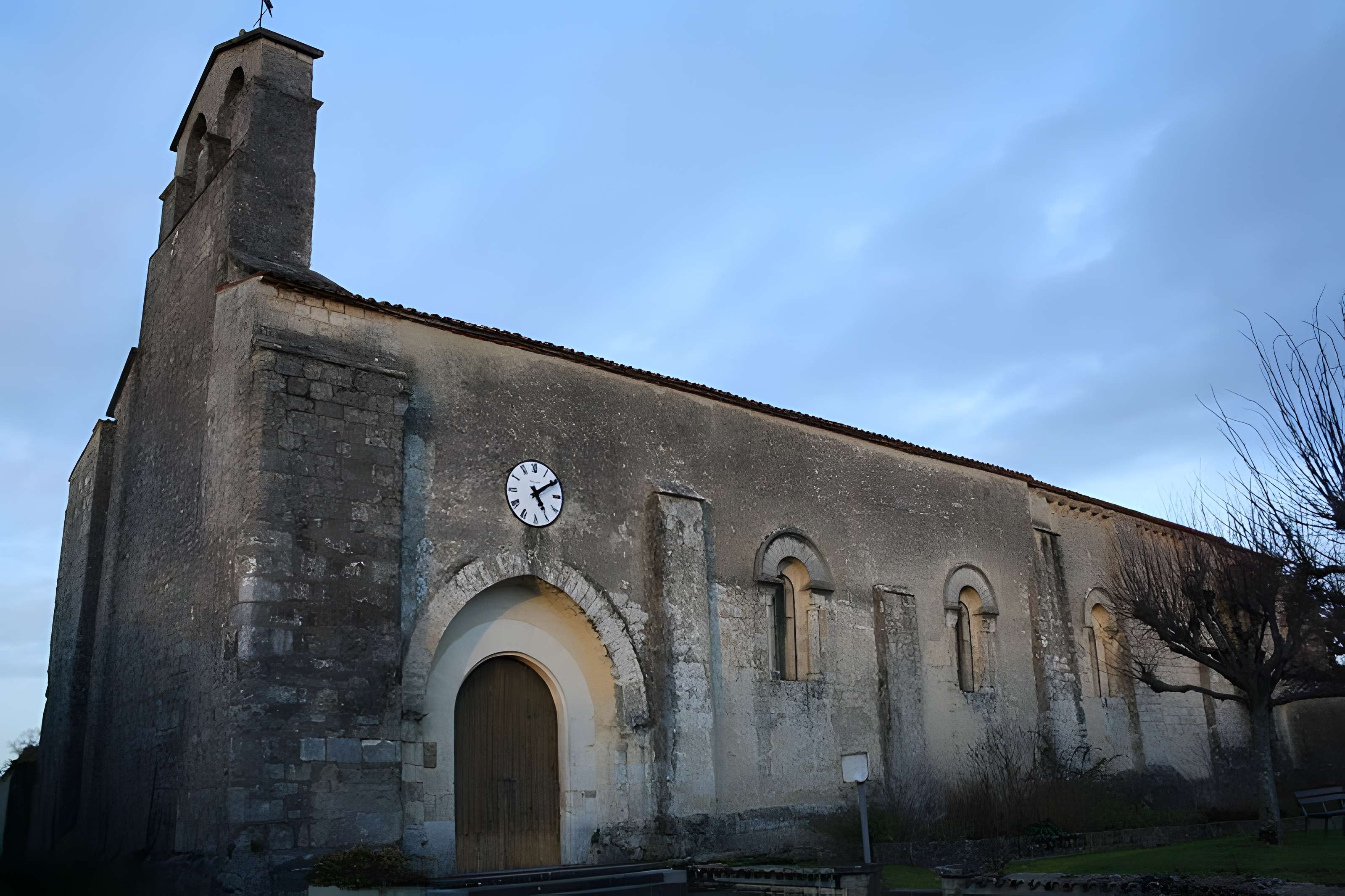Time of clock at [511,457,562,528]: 5:09
